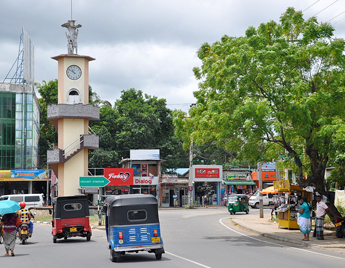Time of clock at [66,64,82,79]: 10:50
